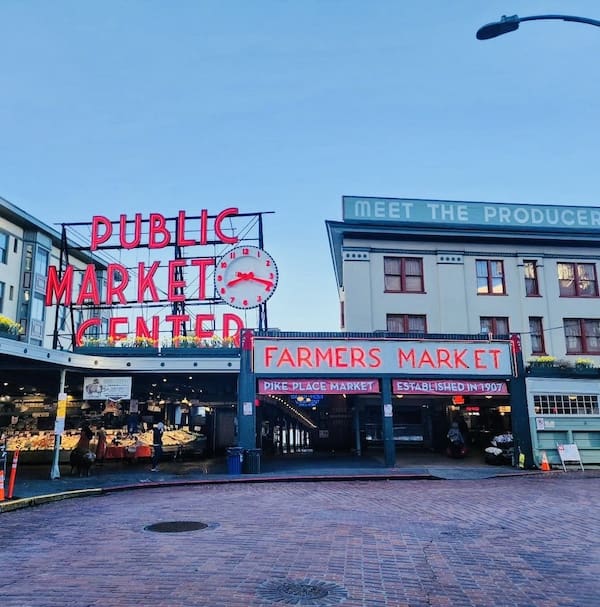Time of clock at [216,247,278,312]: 8:17
